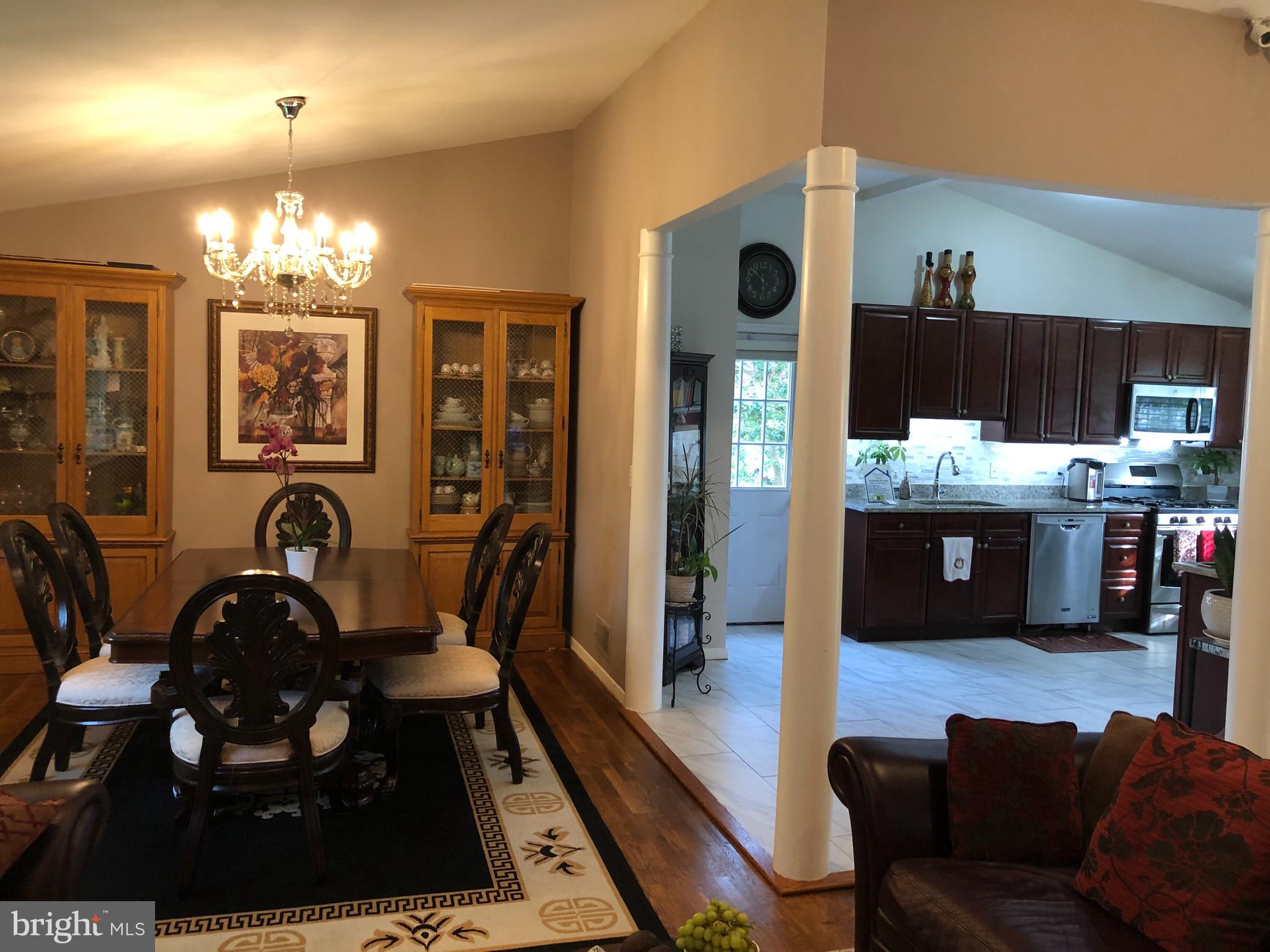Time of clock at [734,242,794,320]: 5:51
